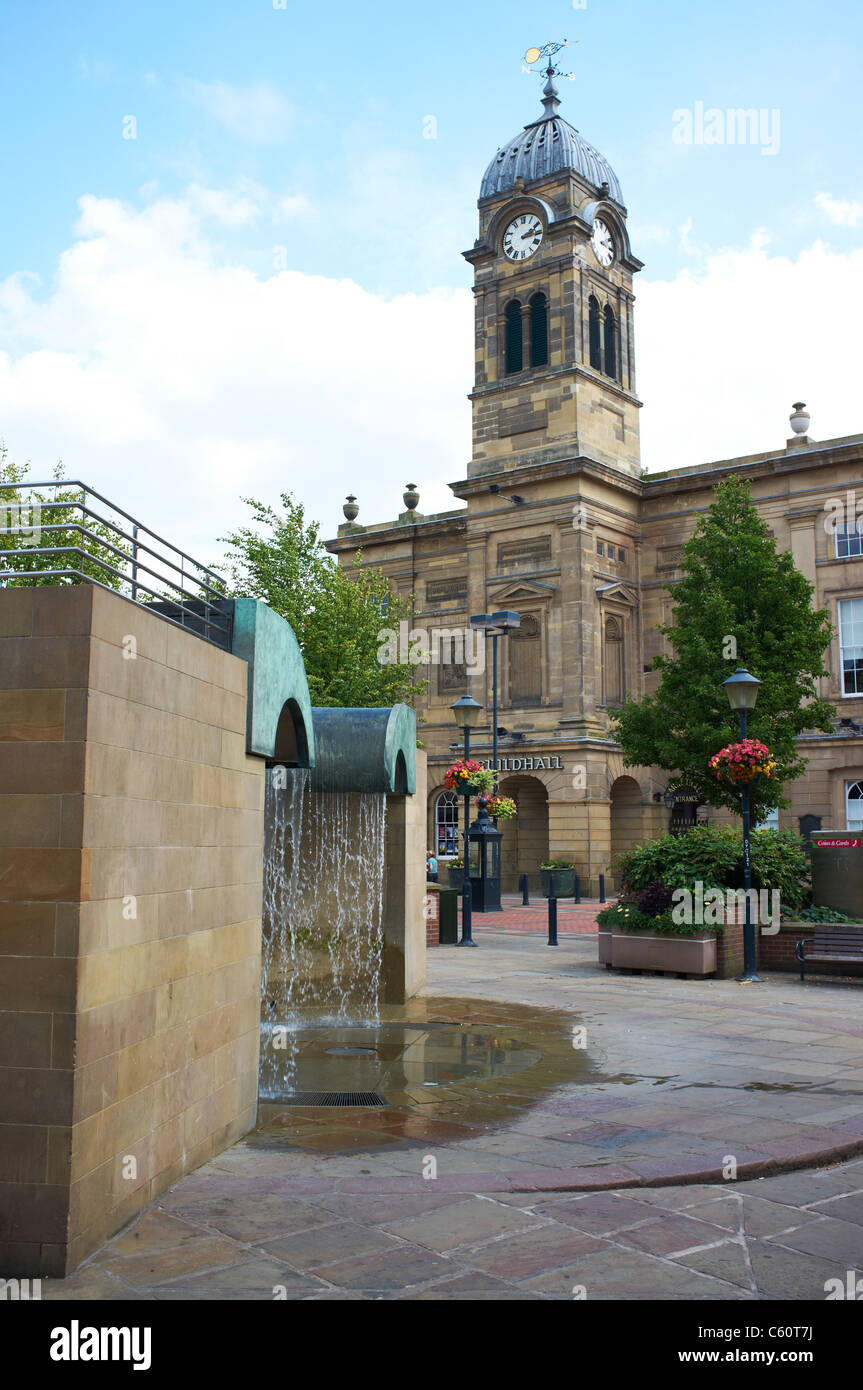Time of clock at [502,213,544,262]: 2:15
